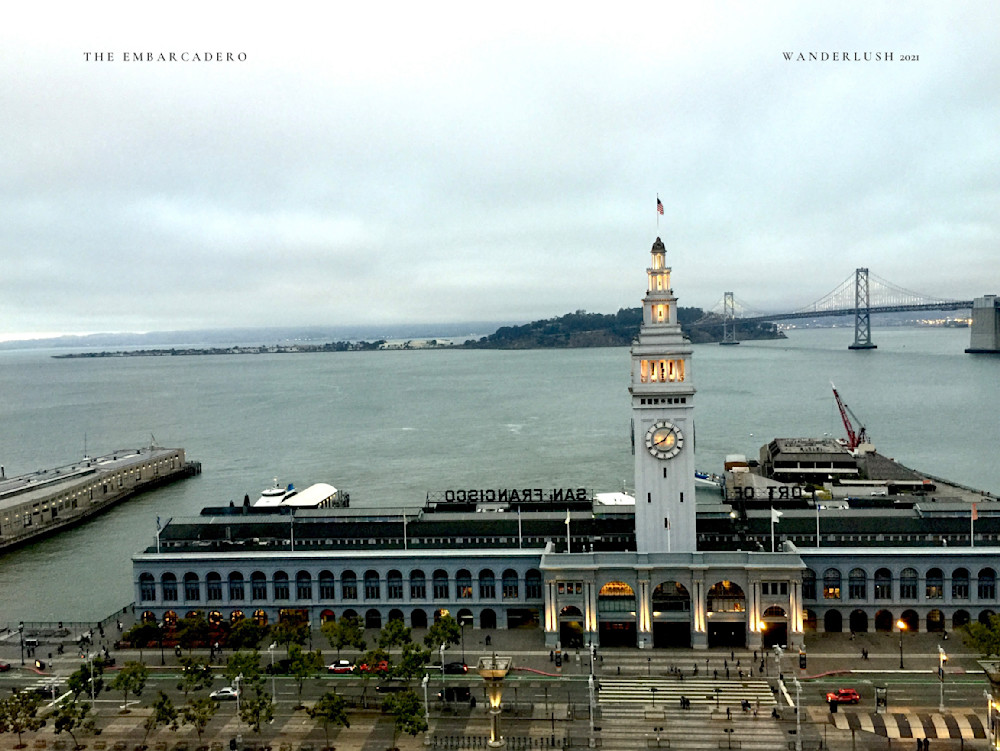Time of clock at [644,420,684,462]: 8:06
